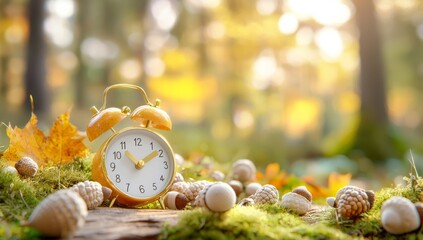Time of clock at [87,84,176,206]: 1:53
